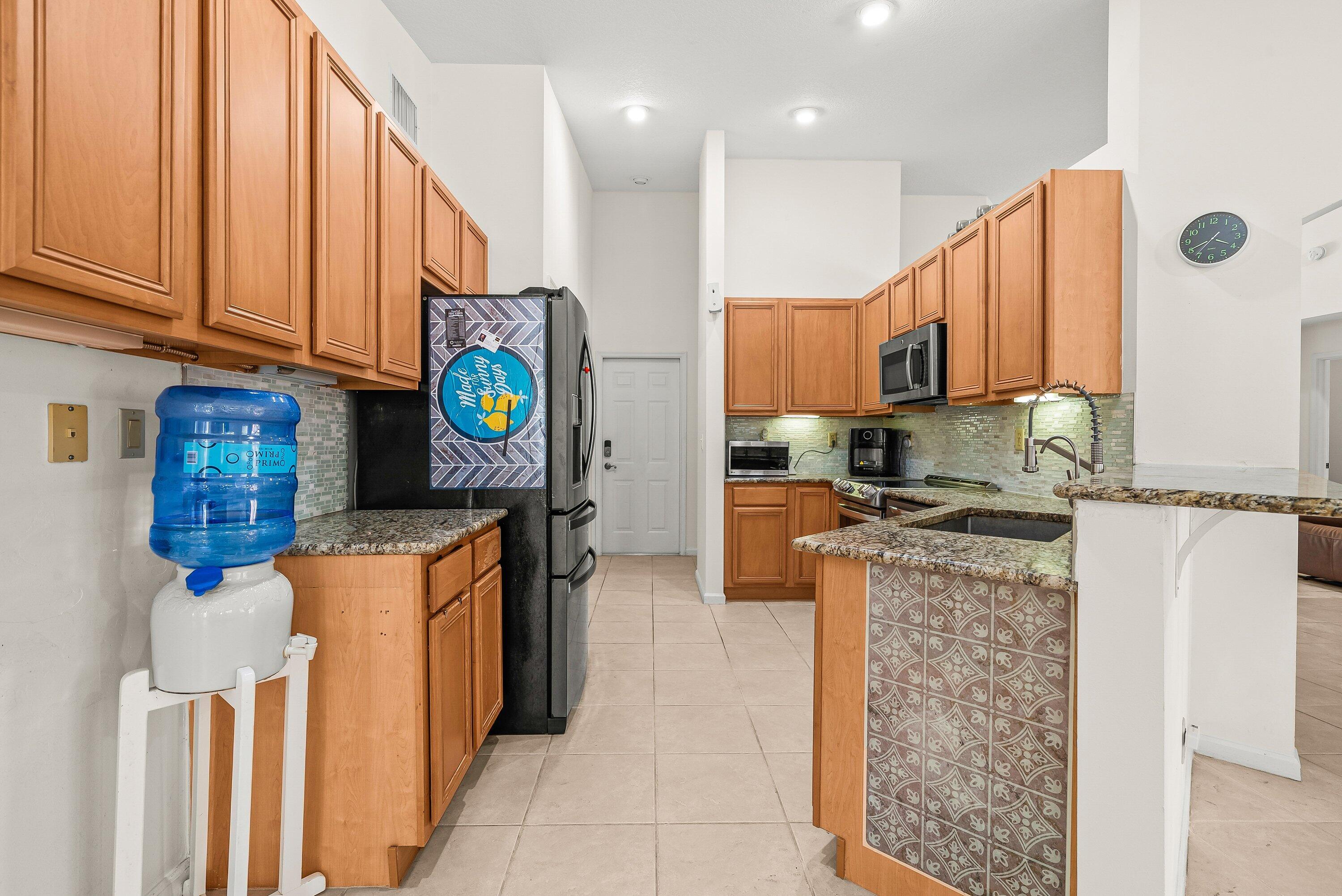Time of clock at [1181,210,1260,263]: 3:40
